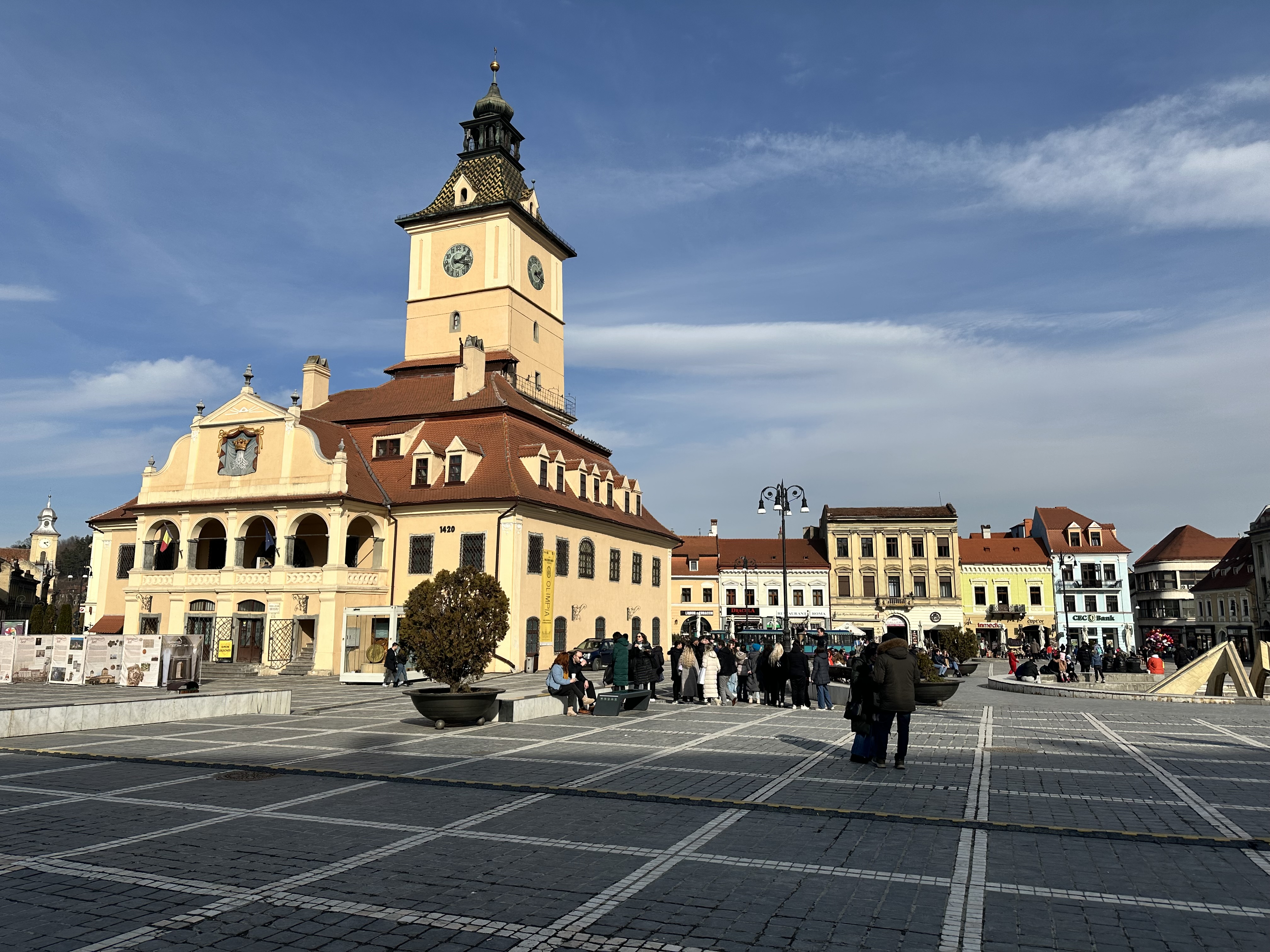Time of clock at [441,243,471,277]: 2:18
